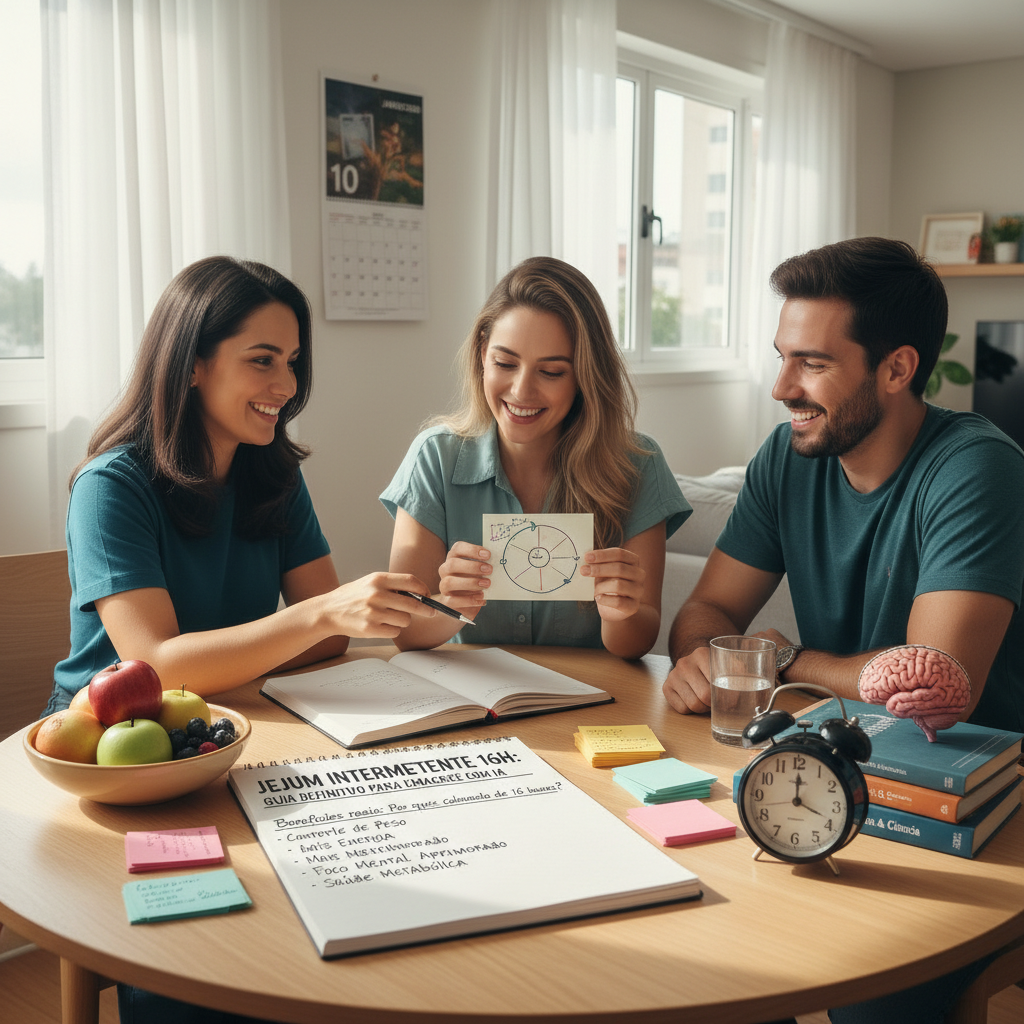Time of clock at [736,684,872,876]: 12:19
